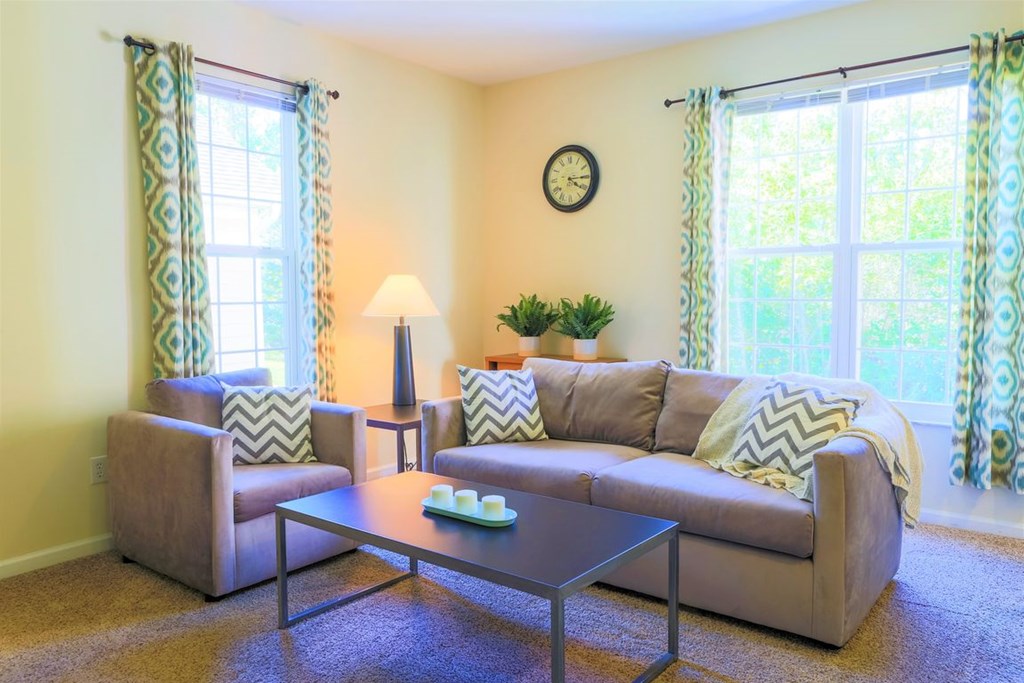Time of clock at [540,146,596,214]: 4:14
